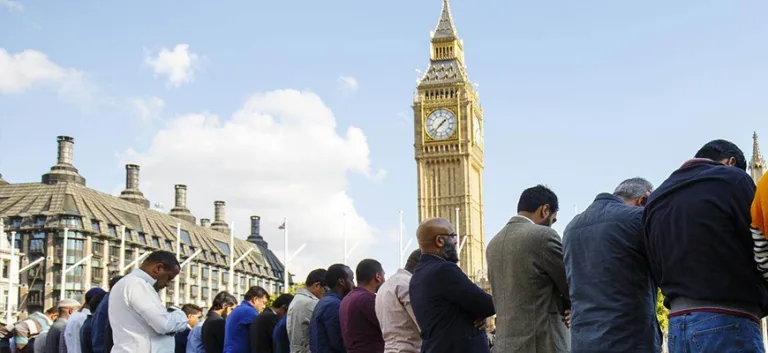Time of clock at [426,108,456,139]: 1:37
